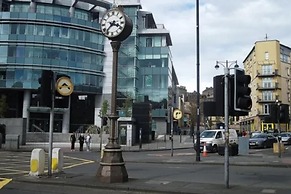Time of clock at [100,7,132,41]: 3:37
